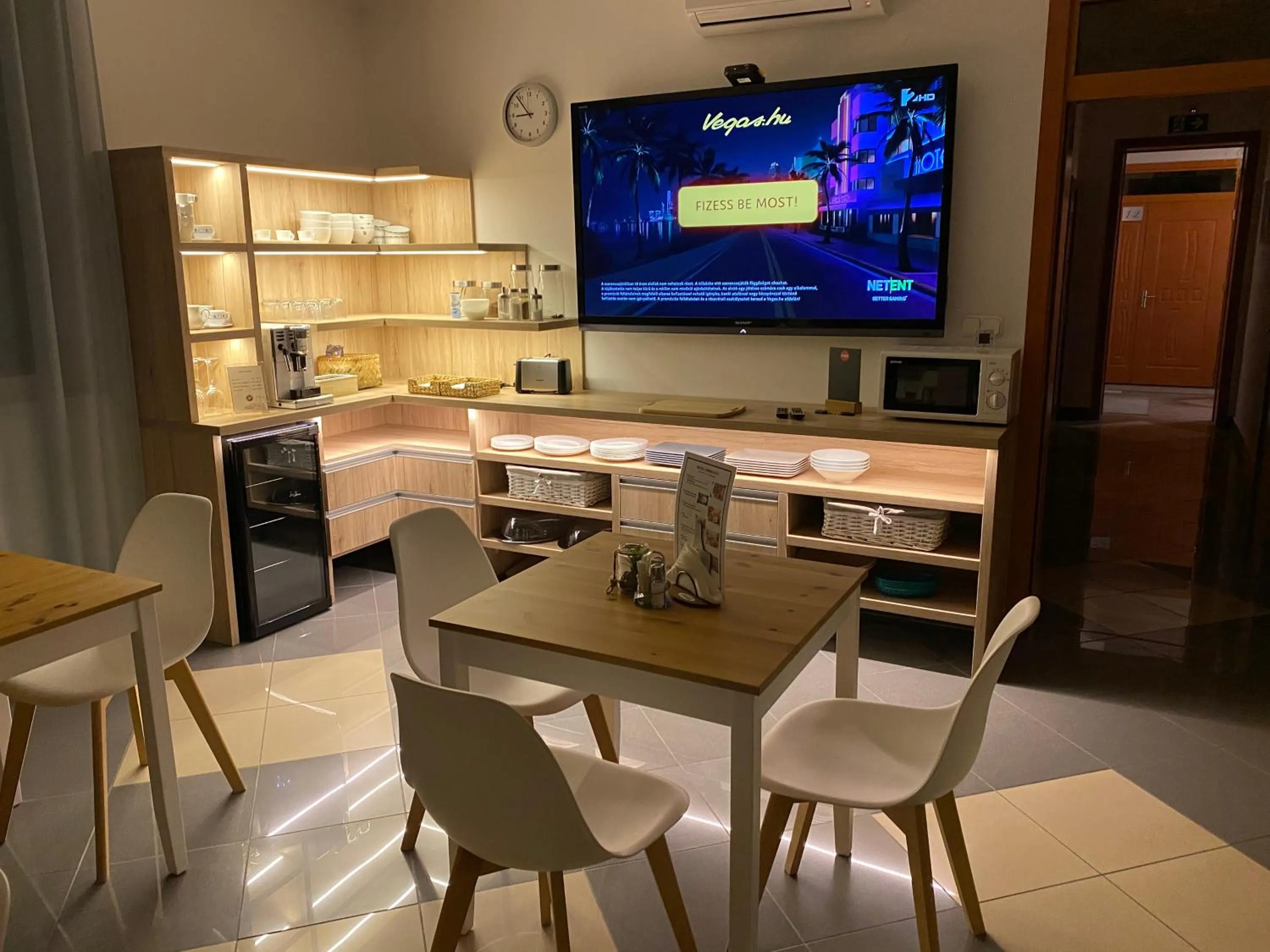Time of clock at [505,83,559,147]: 8:53
